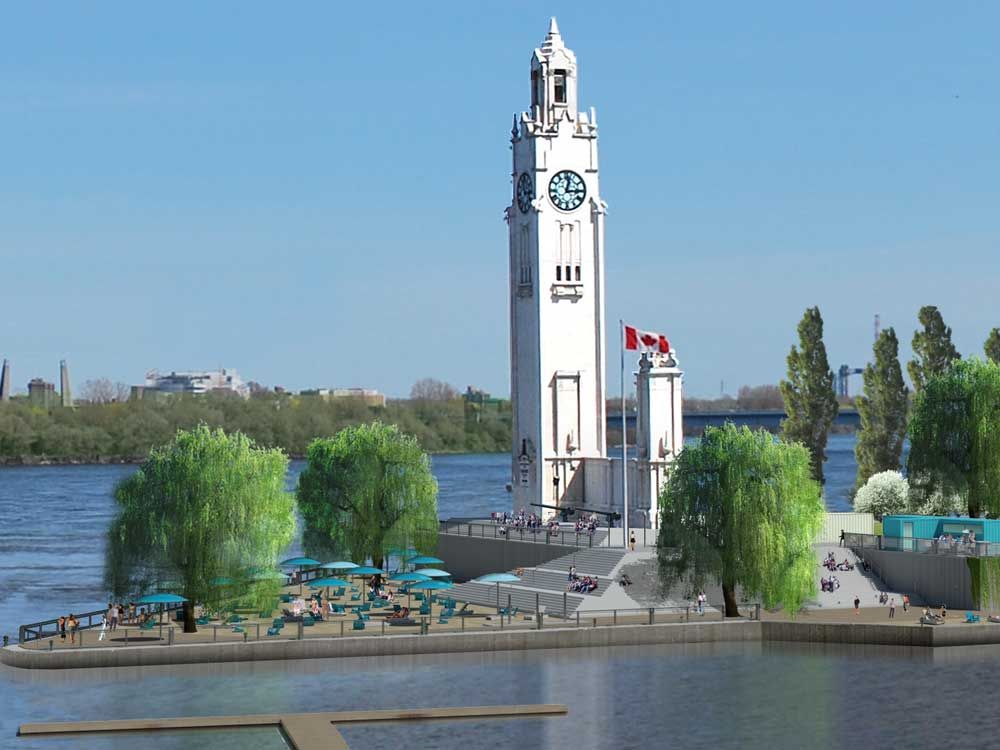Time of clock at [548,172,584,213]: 3:02
